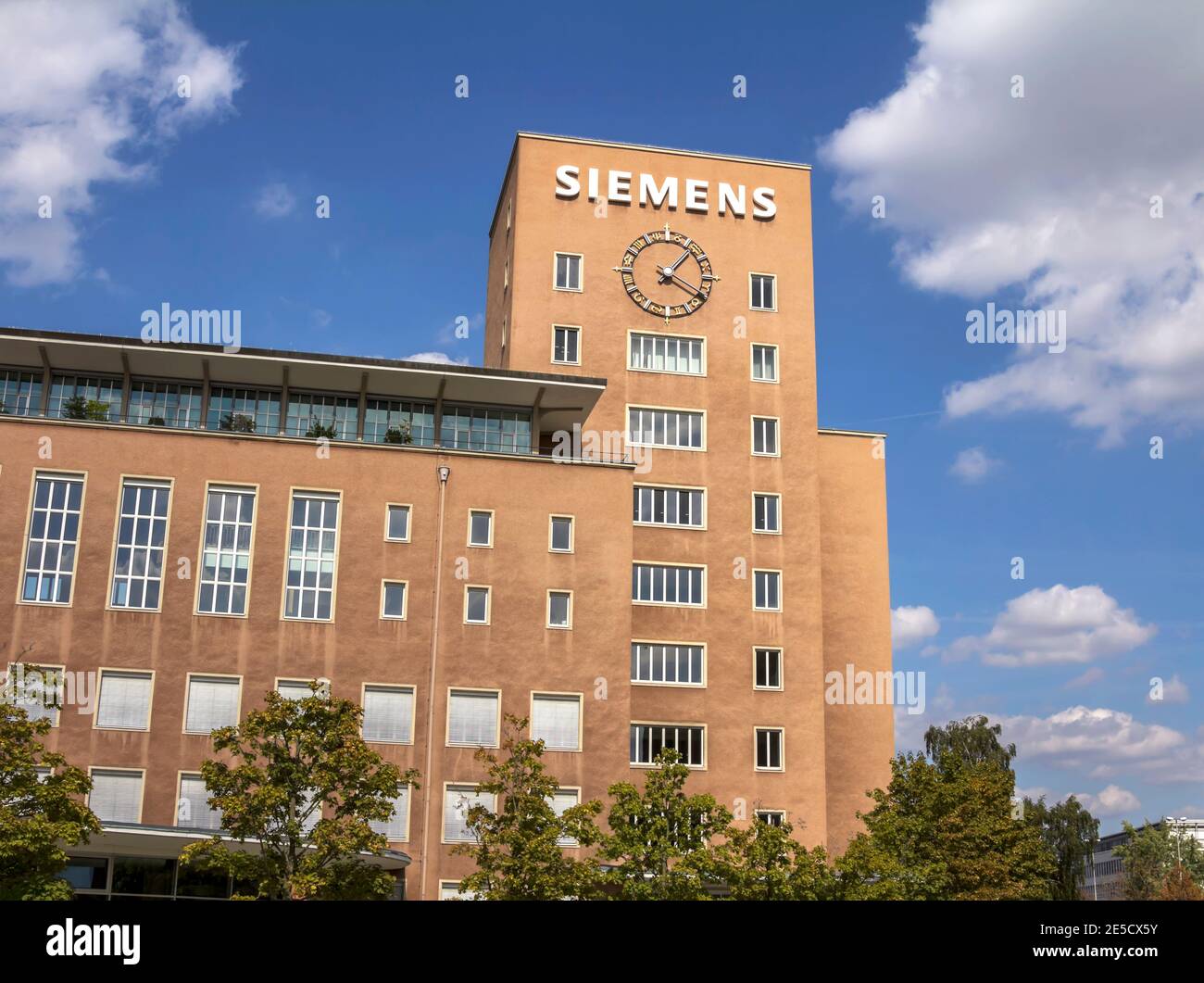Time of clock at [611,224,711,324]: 1:20
